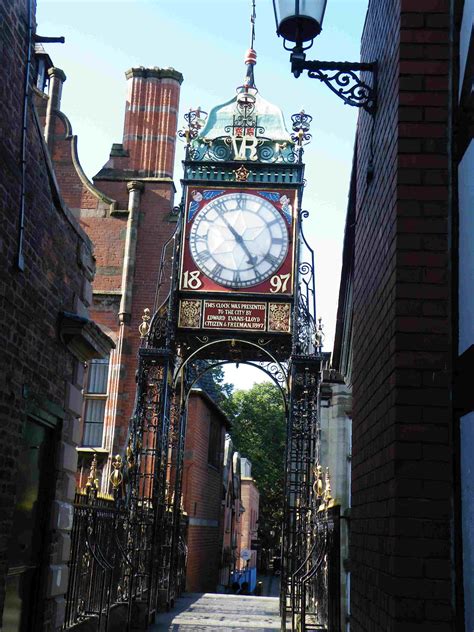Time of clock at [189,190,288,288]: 4:53
